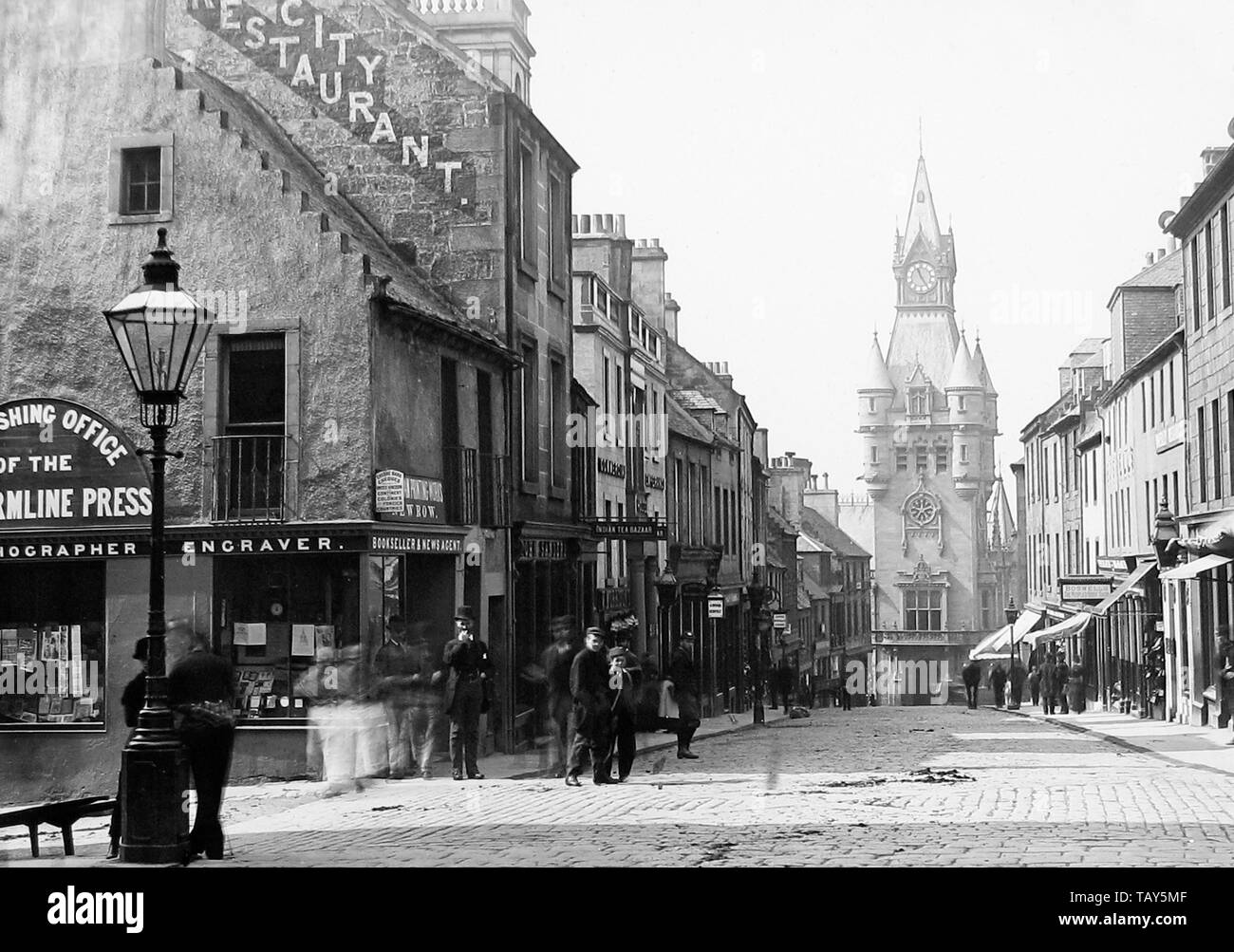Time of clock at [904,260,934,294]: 11:24
